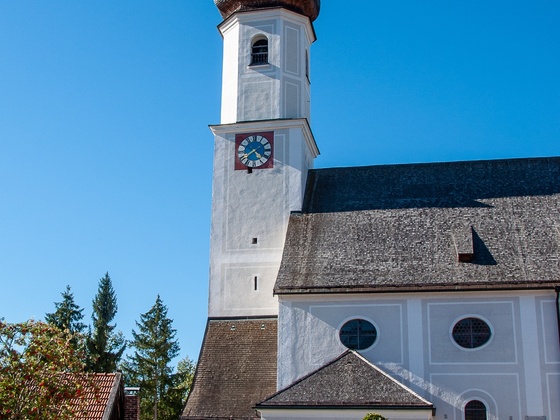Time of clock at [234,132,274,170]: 4:39
